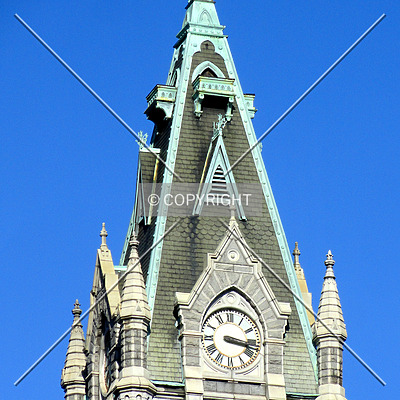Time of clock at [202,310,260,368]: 3:17
